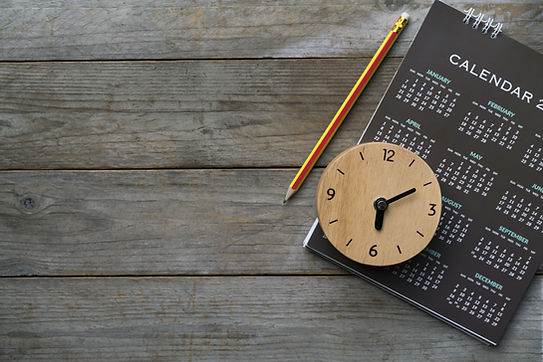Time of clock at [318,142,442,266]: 6:10
